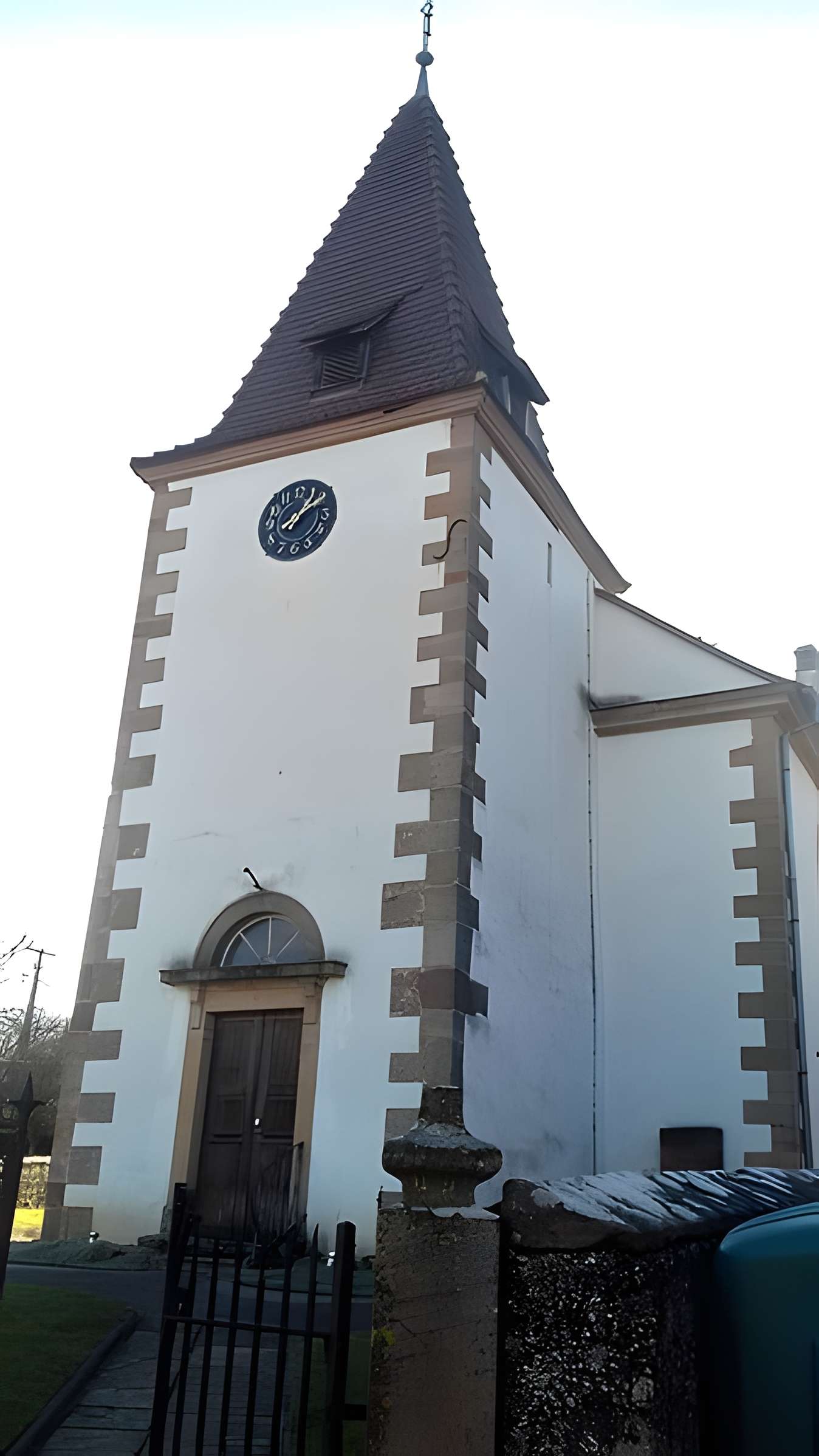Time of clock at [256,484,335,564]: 1:09
